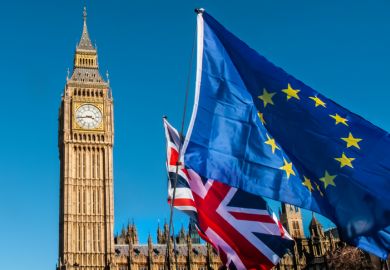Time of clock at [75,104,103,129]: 3:43
